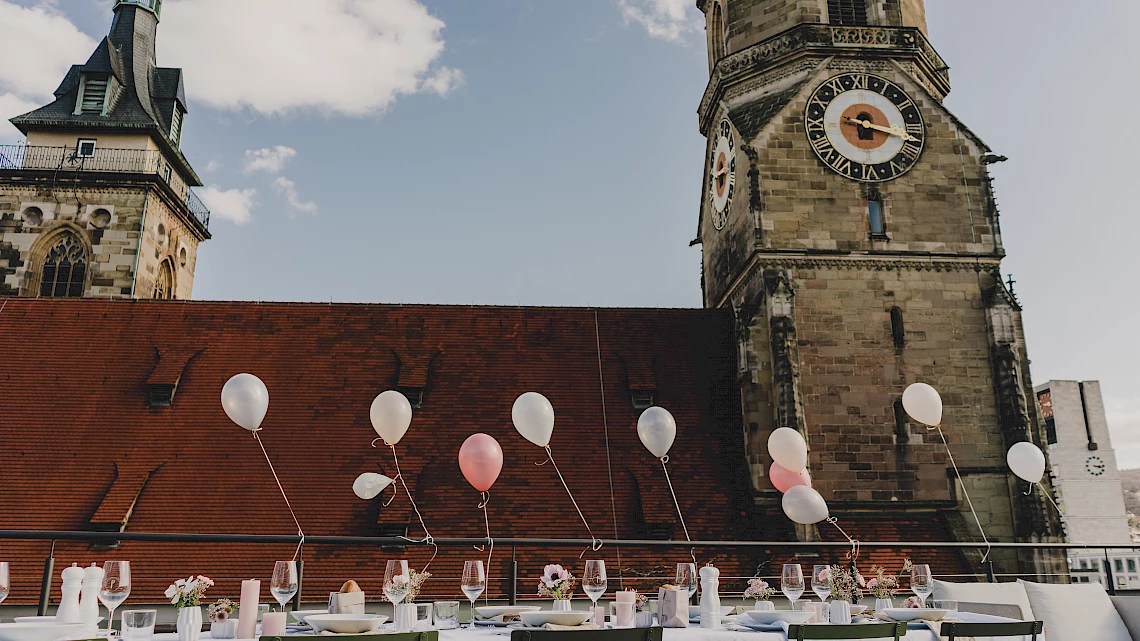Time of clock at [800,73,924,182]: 9:17
